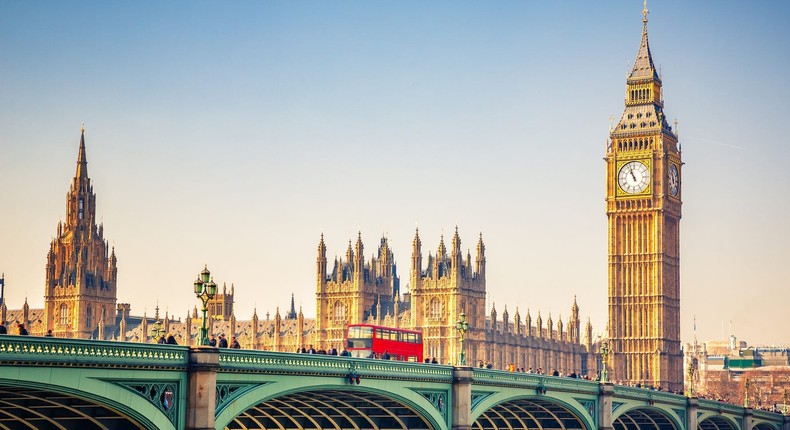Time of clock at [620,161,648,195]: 10:56
